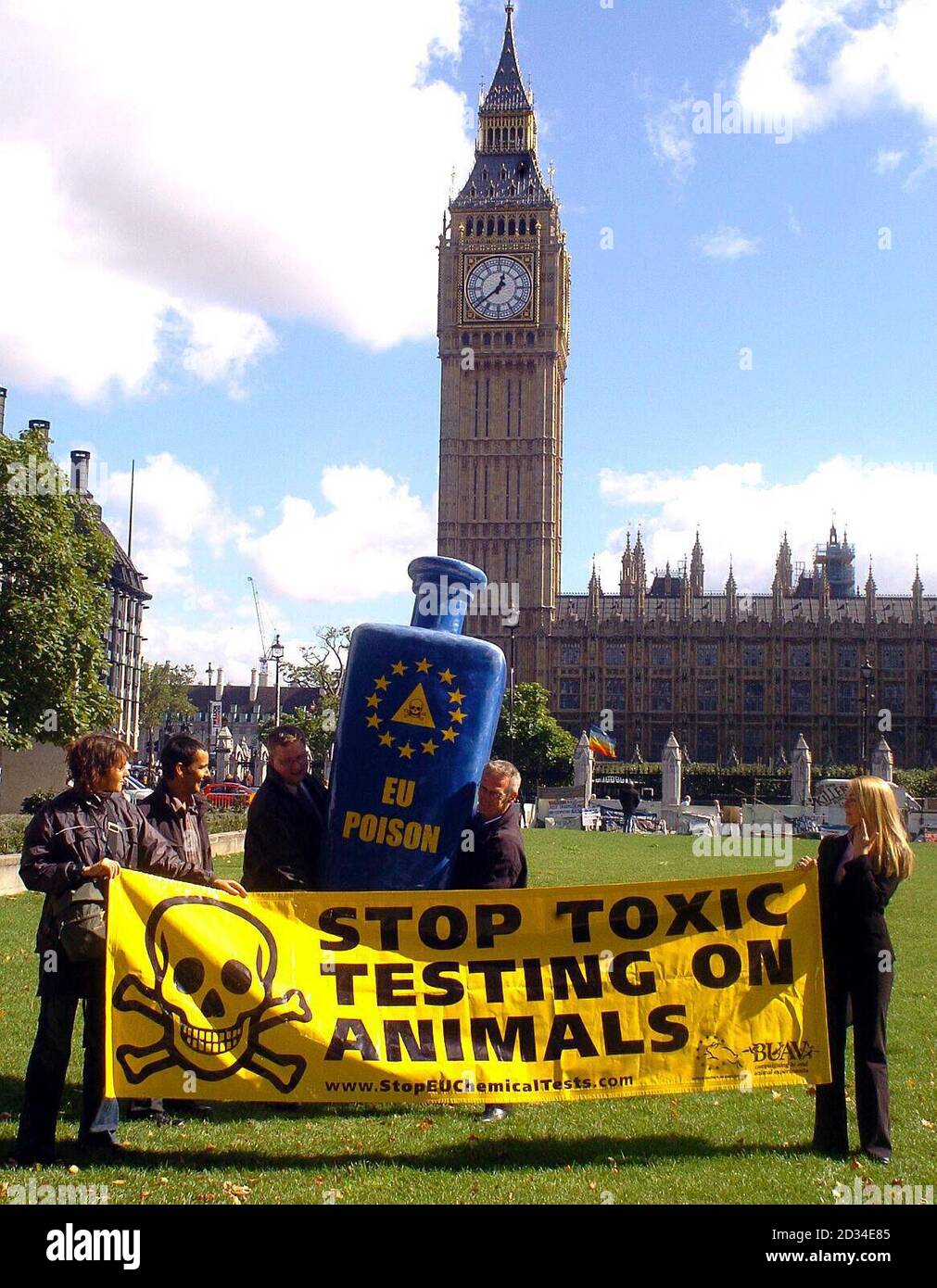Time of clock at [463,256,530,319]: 12:38
